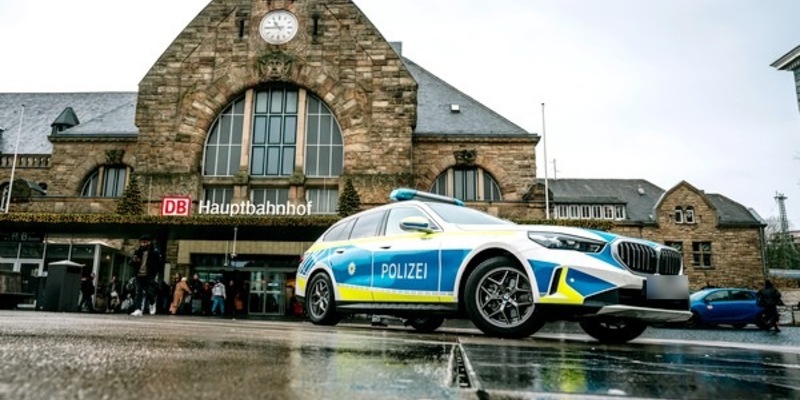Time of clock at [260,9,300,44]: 10:45
